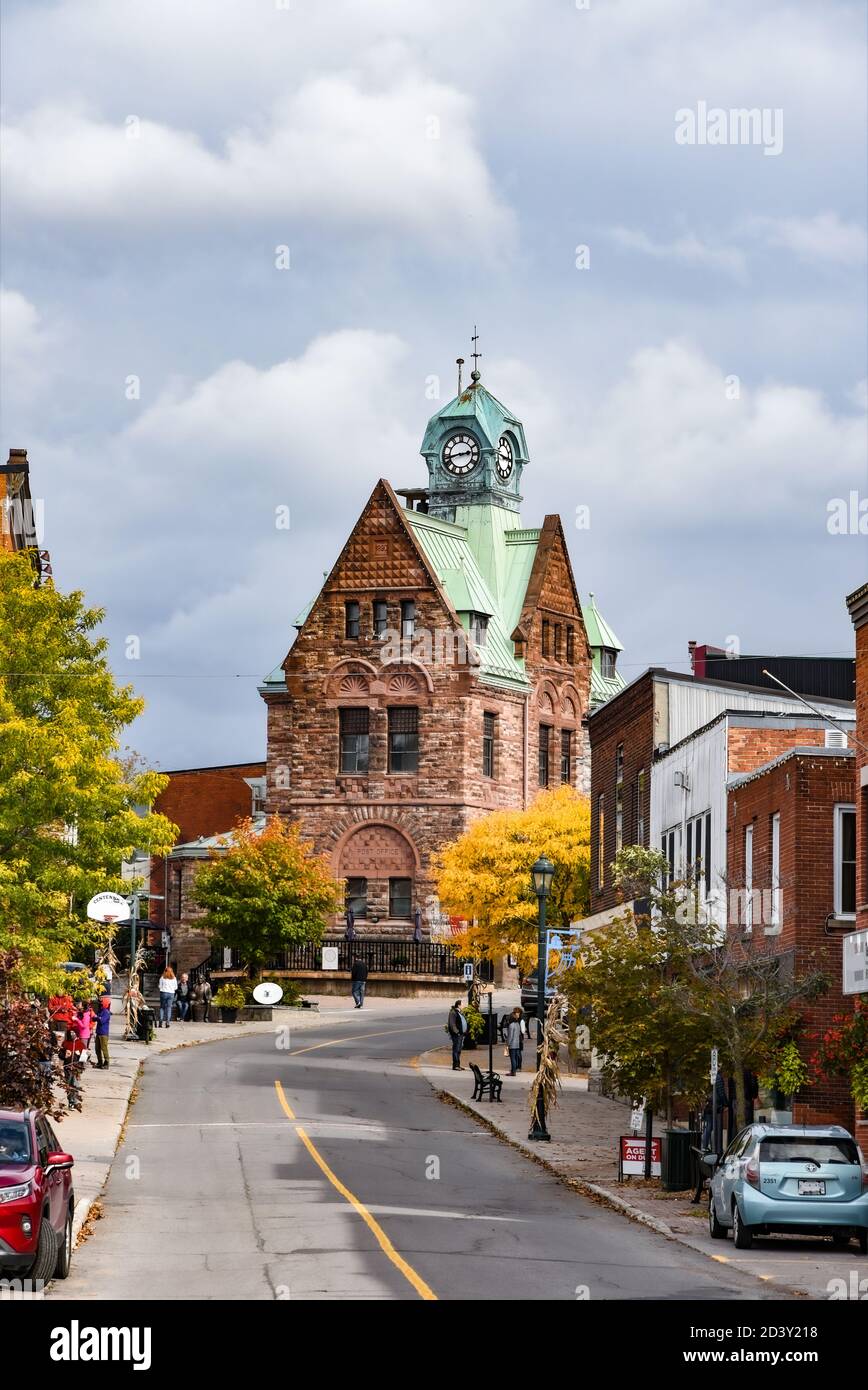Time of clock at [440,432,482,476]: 2:42
